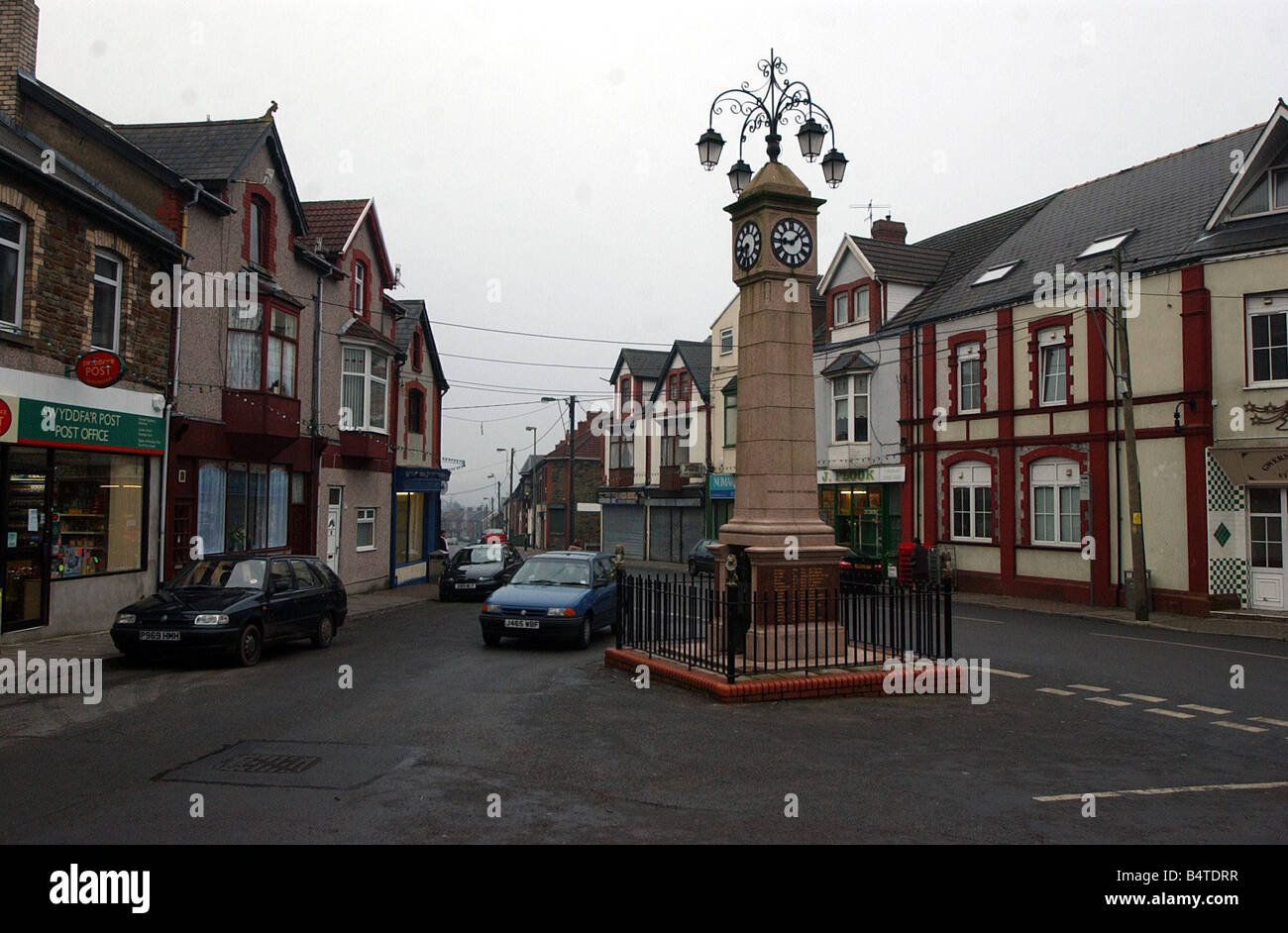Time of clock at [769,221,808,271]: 9:07
